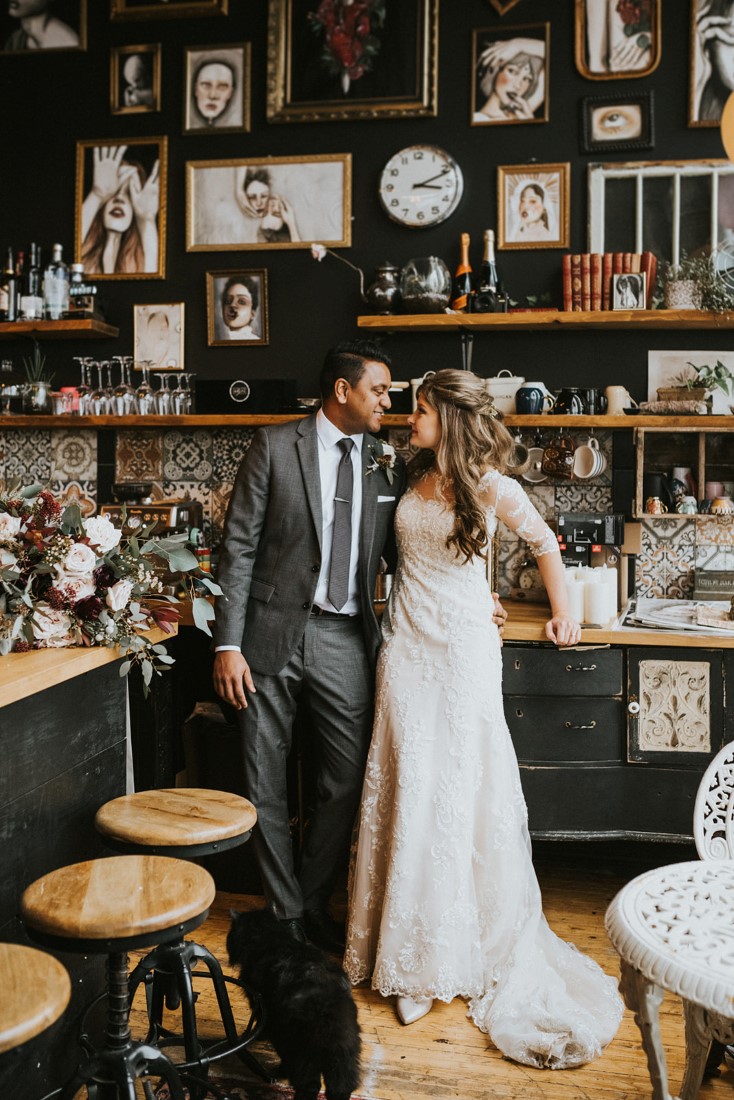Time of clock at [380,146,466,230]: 3:11
